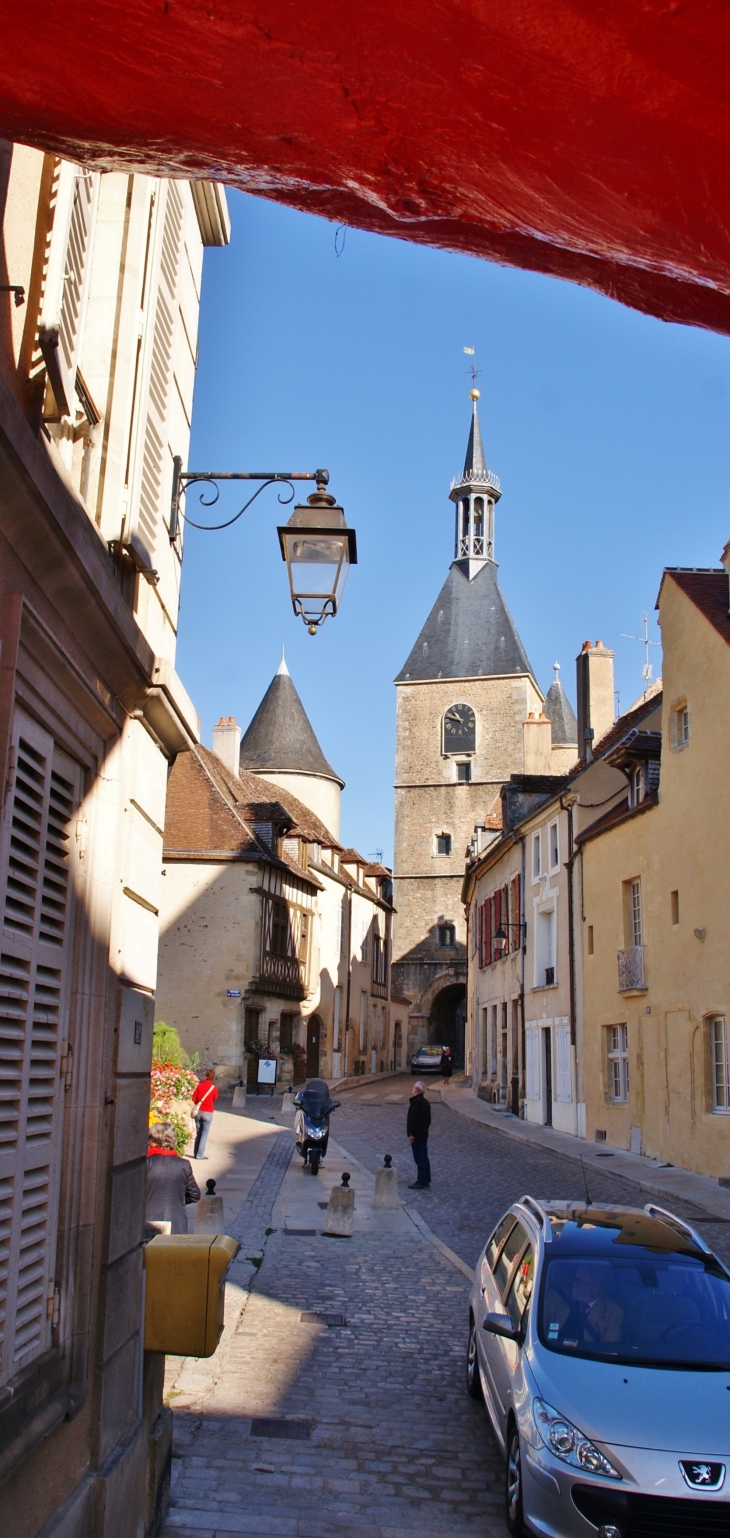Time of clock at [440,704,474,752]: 10:48
